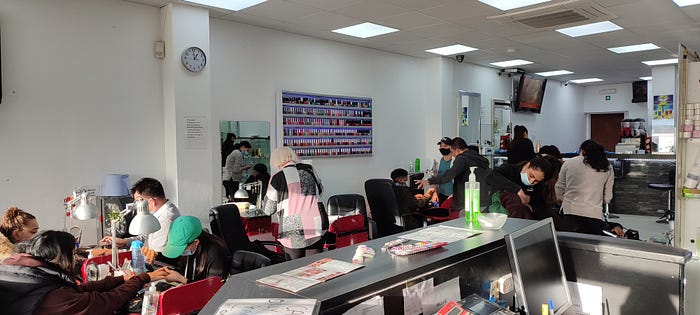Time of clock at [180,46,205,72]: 12:58
